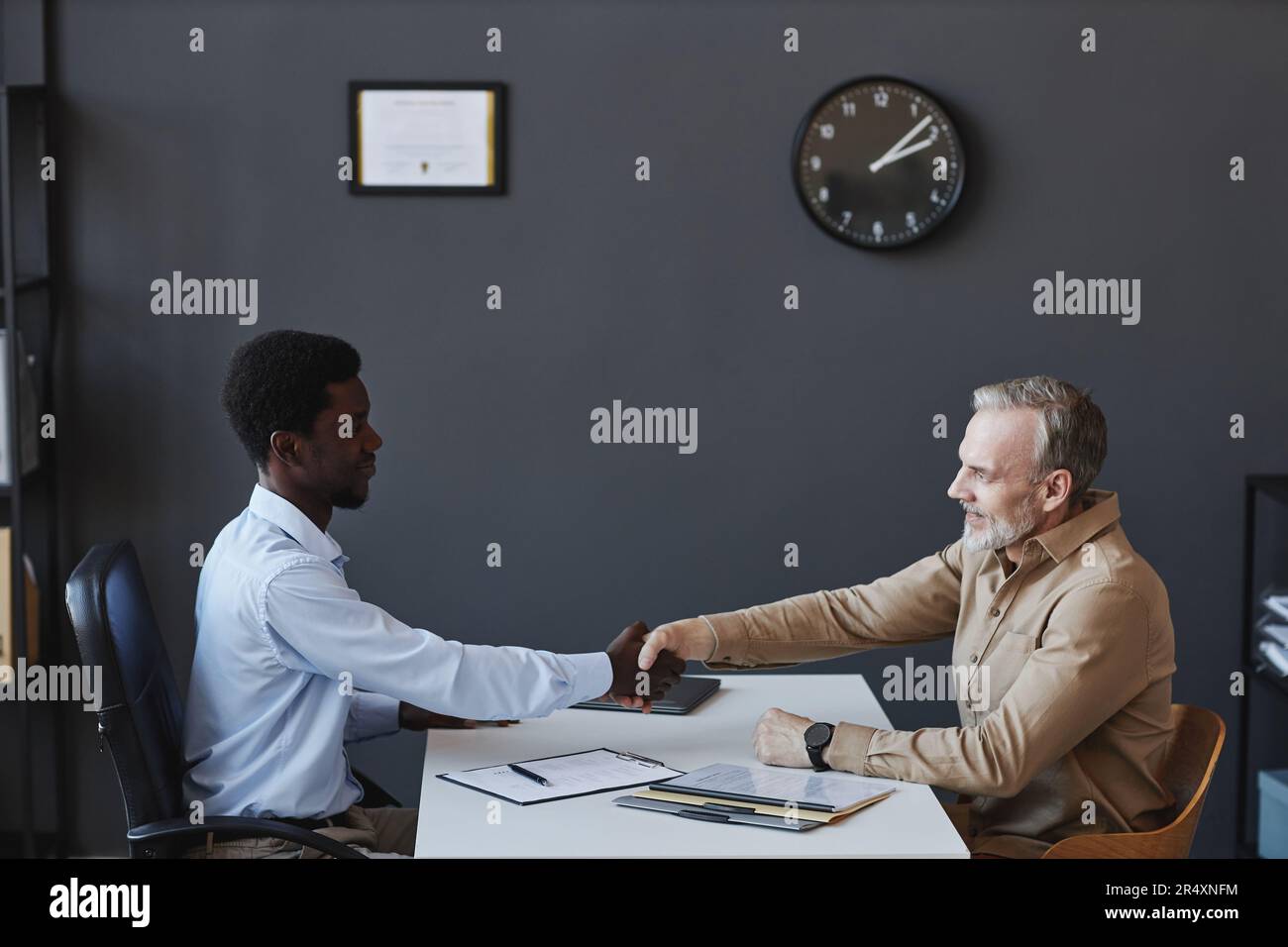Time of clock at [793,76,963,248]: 2:07
